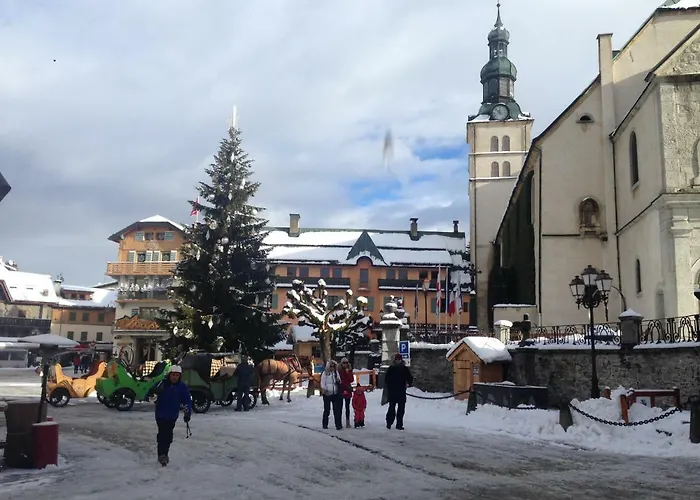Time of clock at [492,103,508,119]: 11:52
